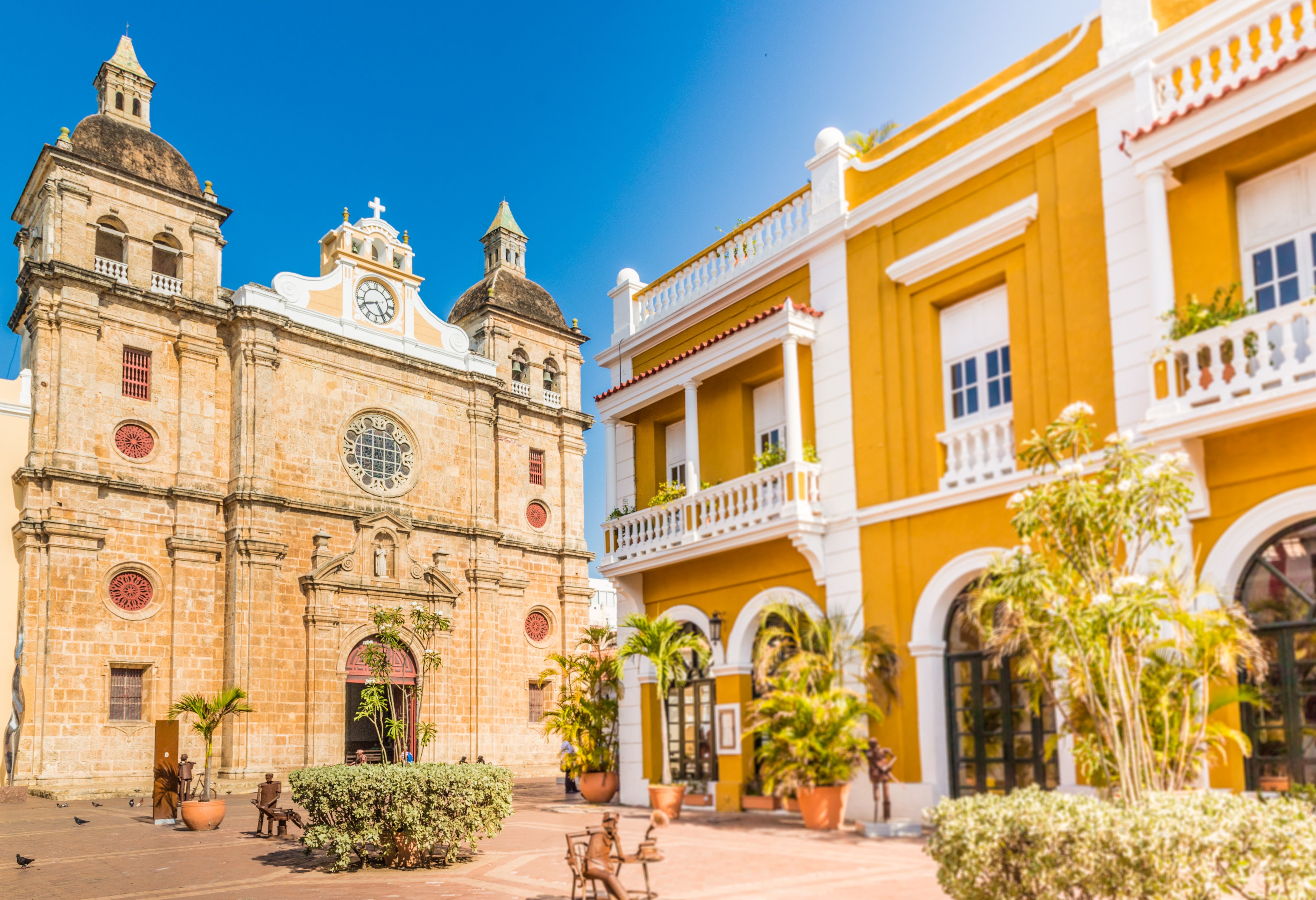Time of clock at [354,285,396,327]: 8:24
